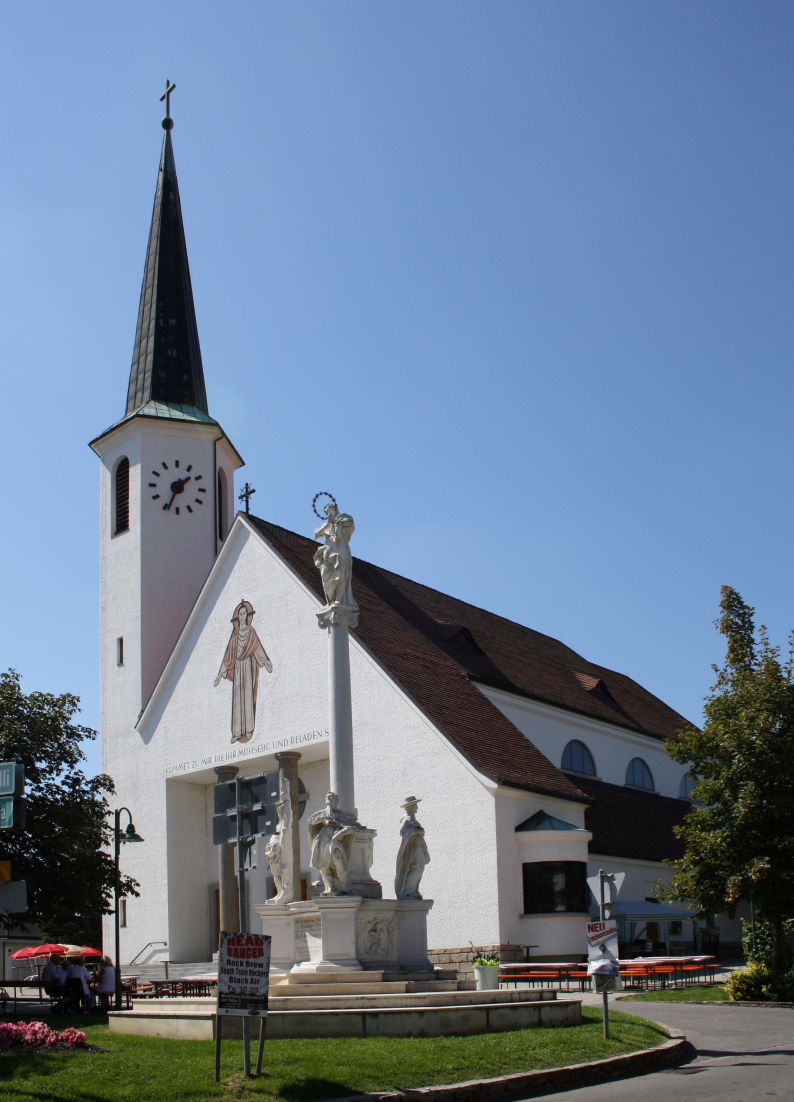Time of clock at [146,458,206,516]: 1:33
